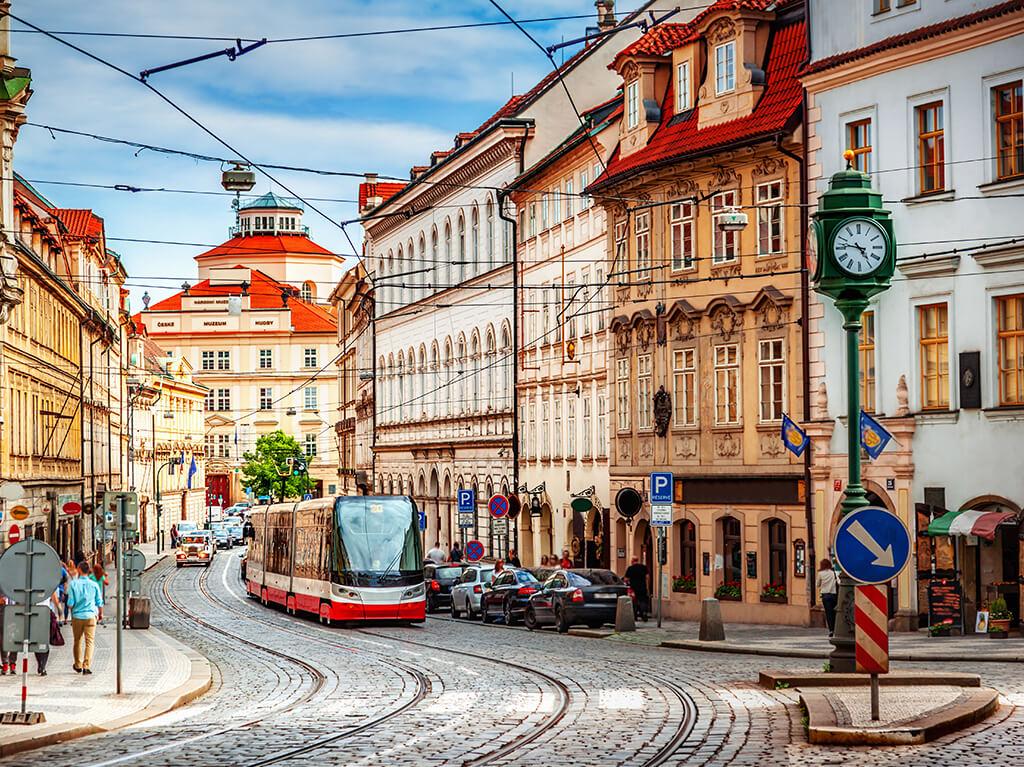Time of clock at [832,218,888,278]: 4:46
